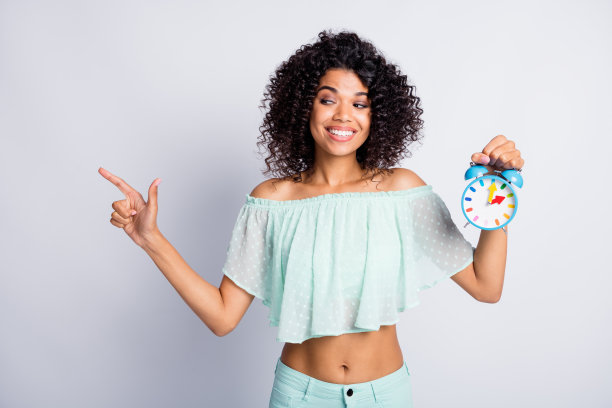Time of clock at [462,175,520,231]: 2:01
